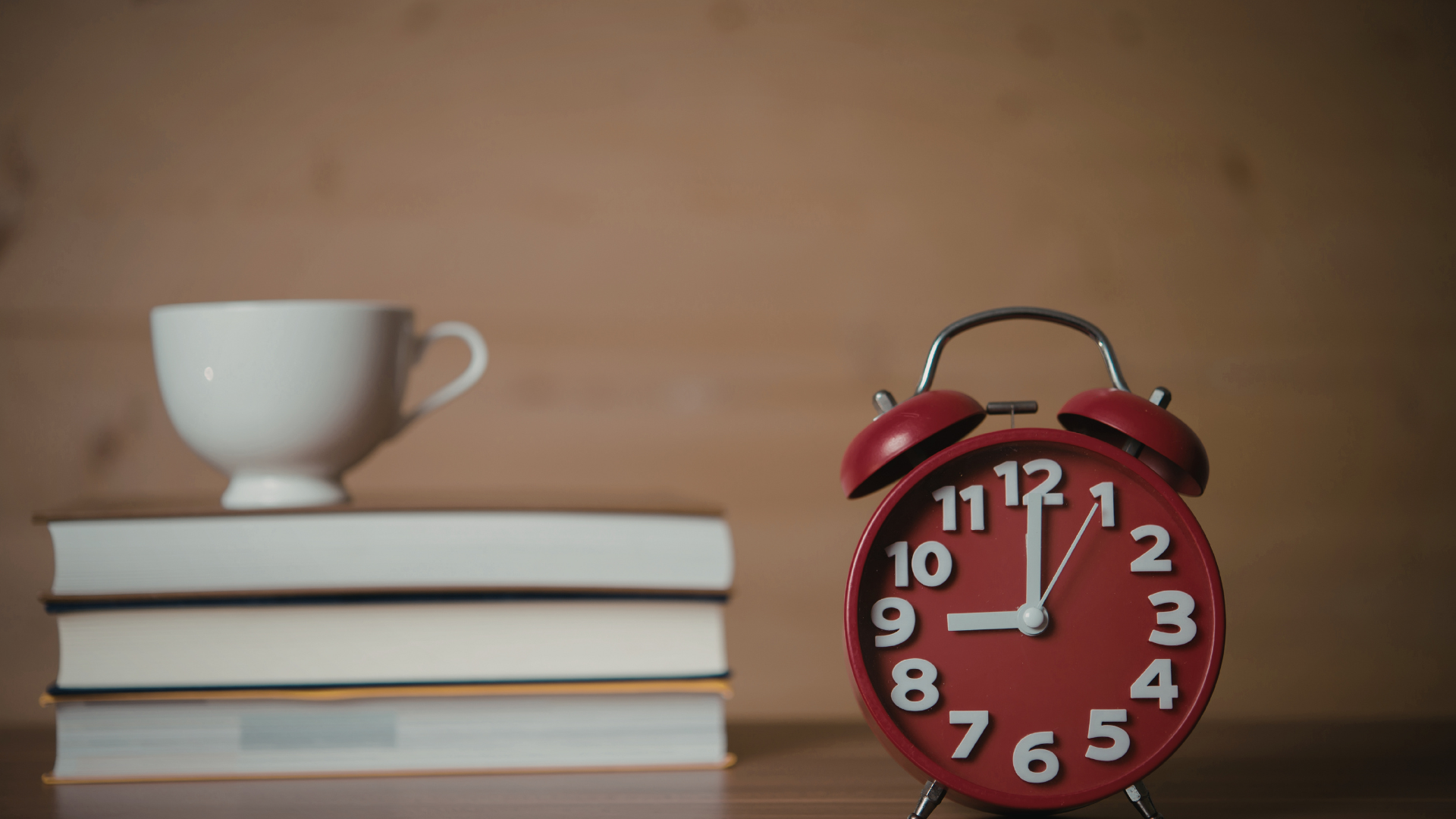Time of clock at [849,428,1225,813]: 9:00
